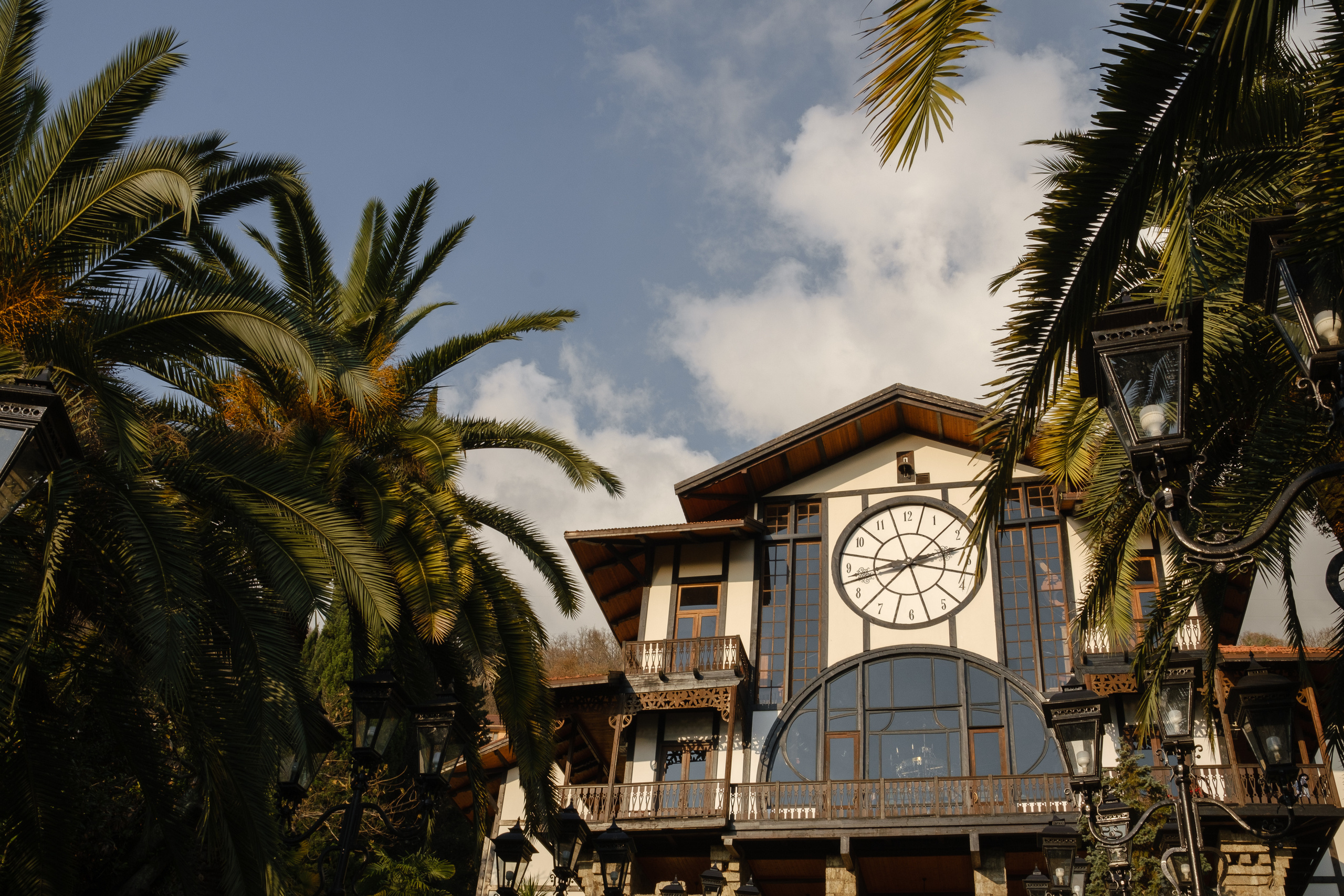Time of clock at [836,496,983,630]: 2:42
